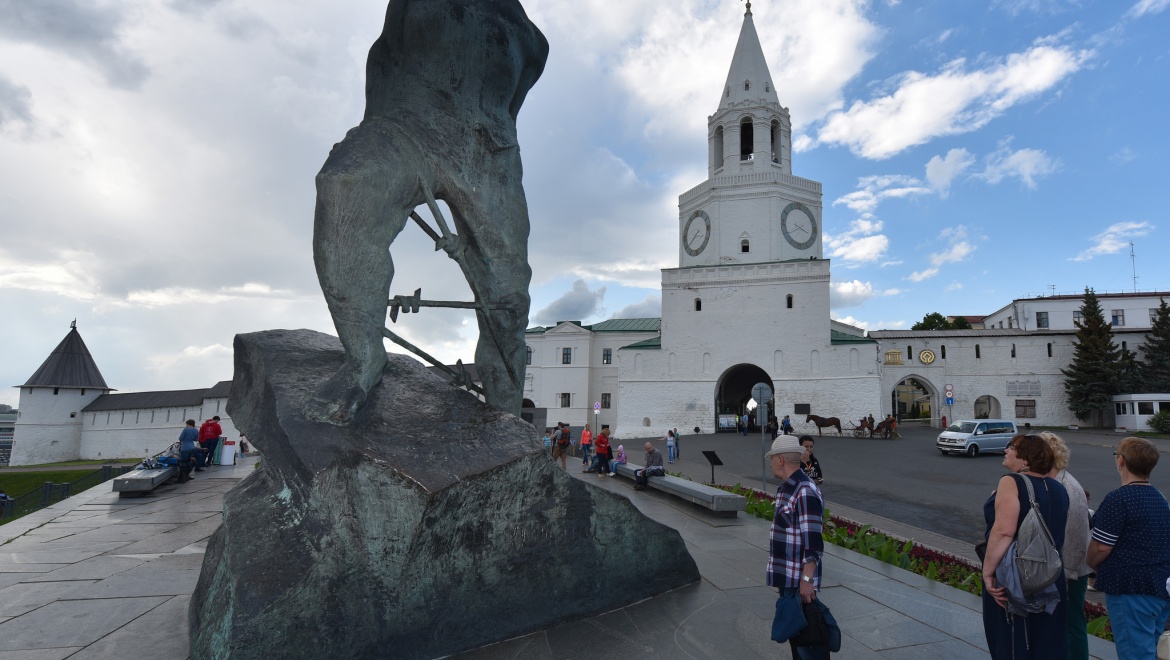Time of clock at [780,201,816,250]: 3:40
